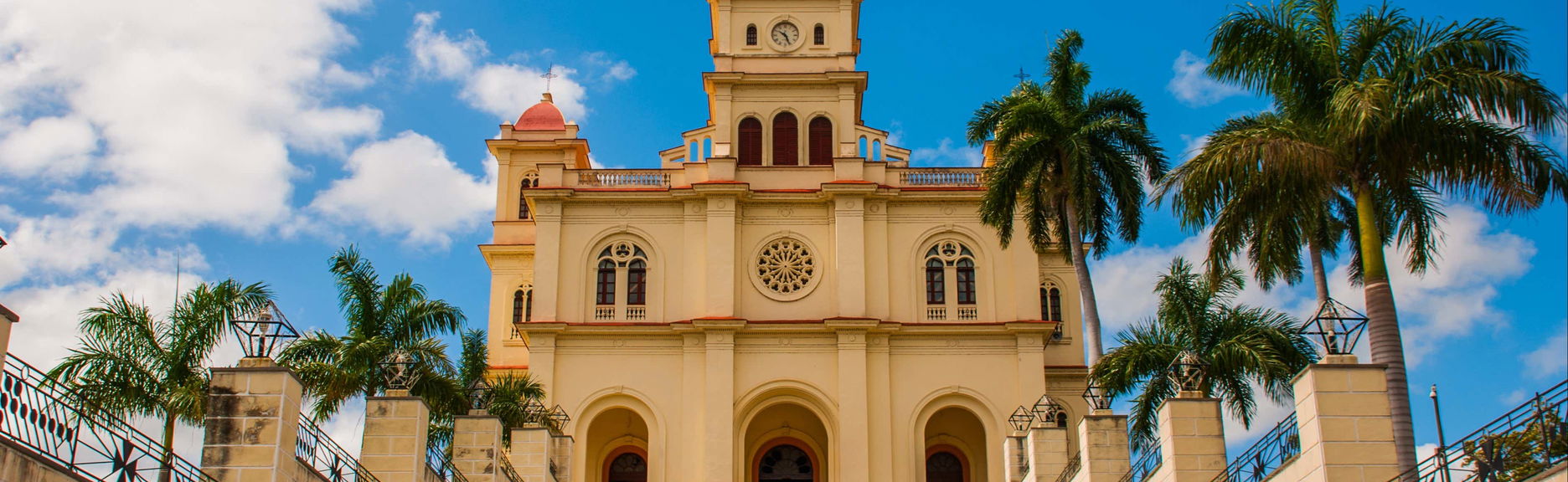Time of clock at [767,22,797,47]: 10:26
